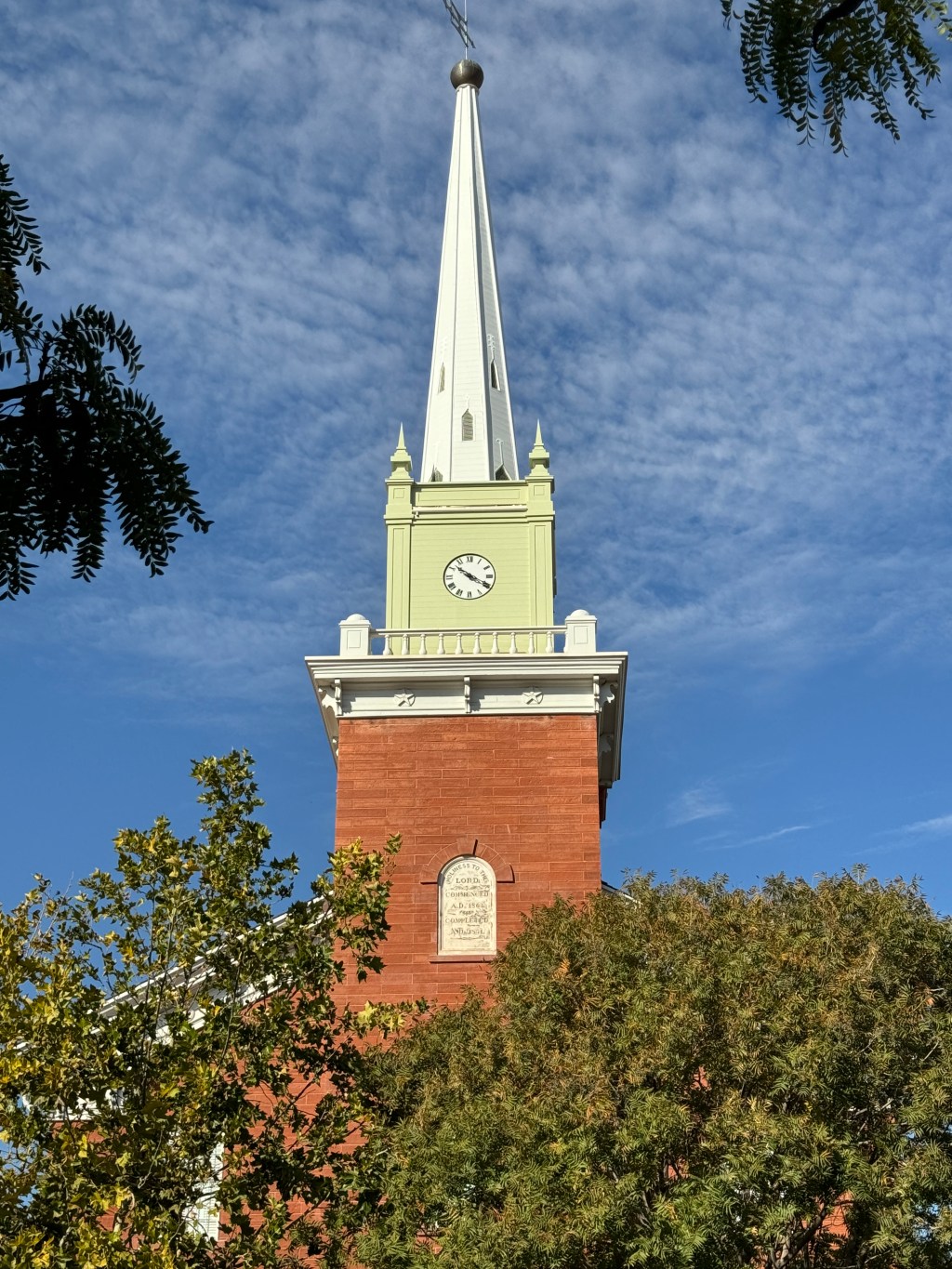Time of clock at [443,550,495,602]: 10:19
